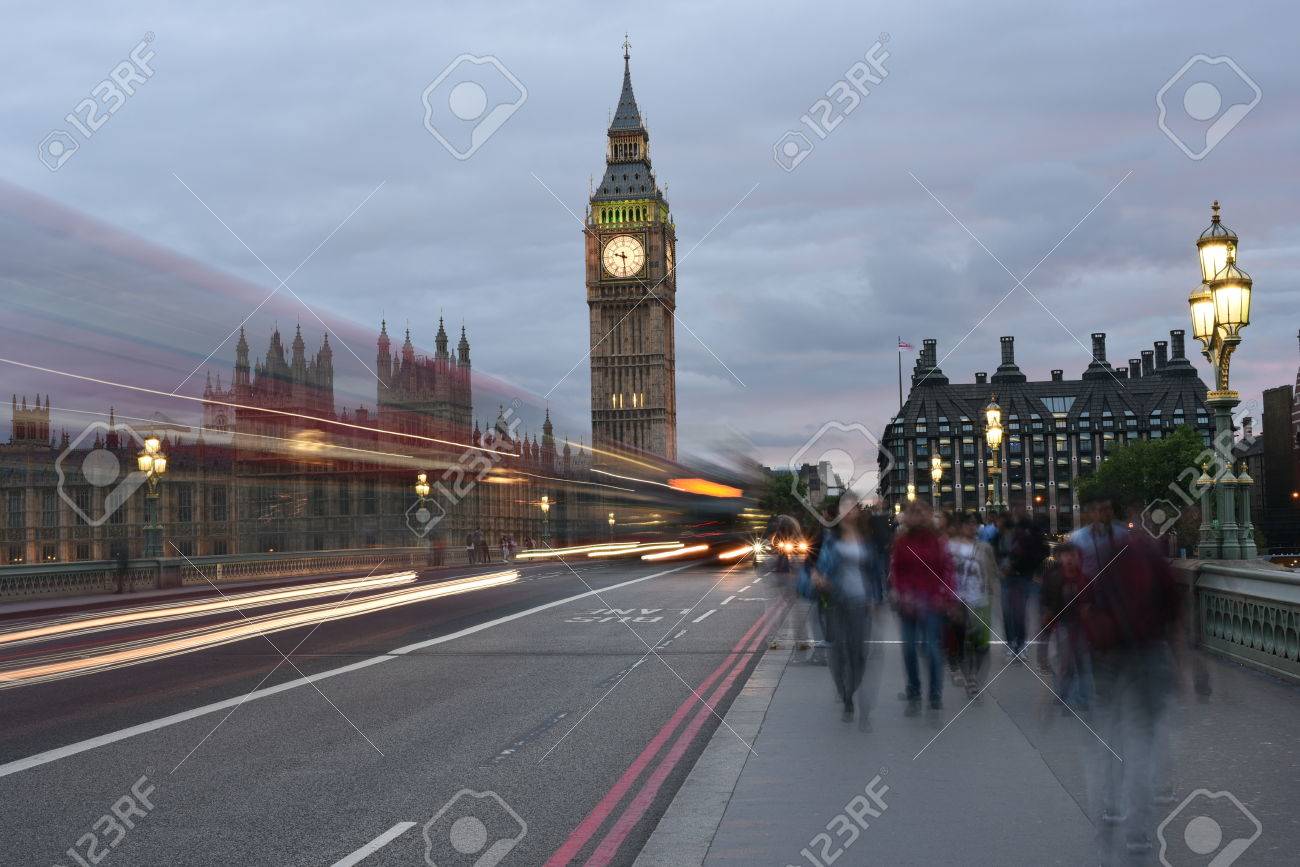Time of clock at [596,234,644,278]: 9:29
